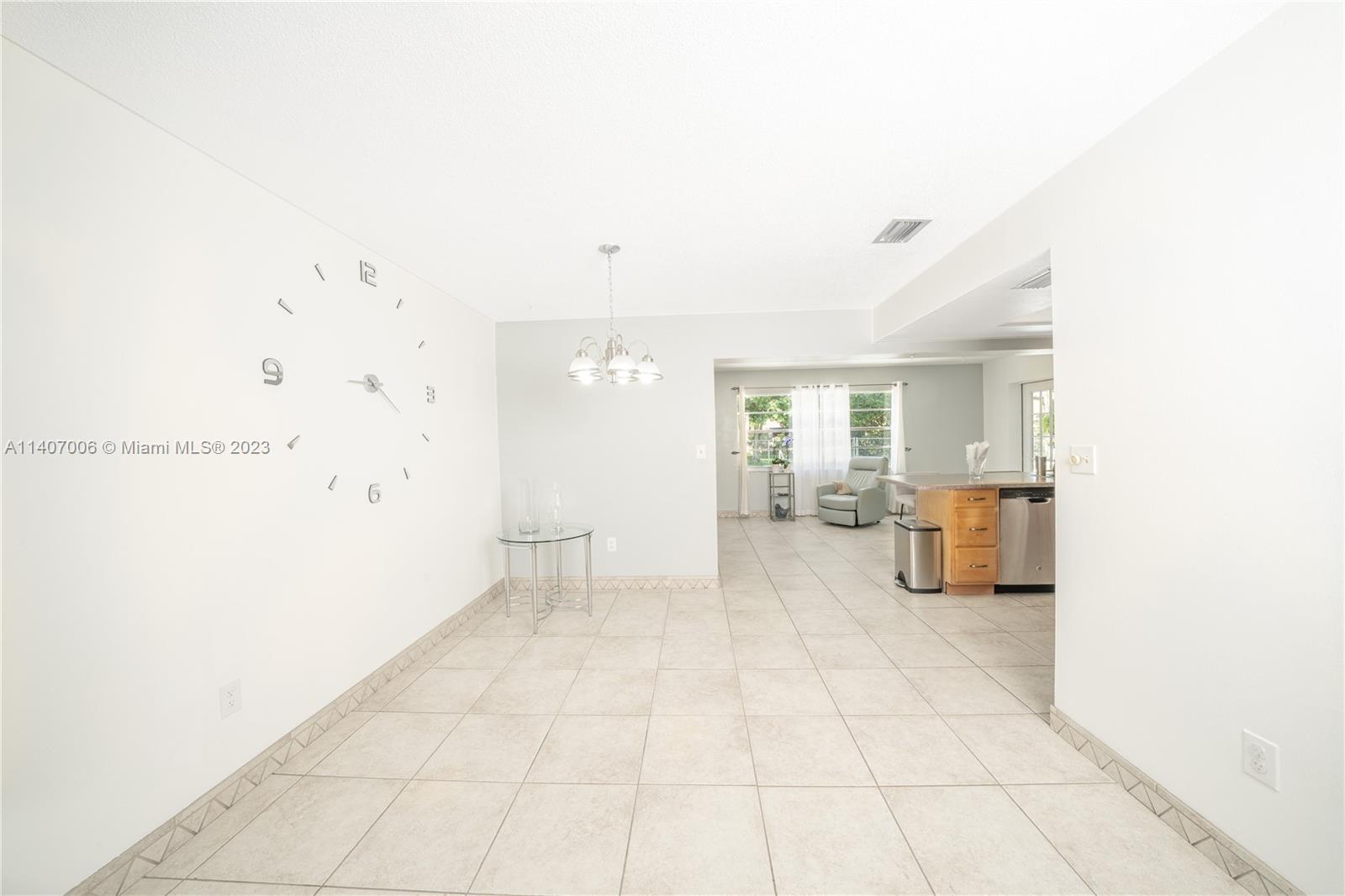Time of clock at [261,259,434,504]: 4:20
